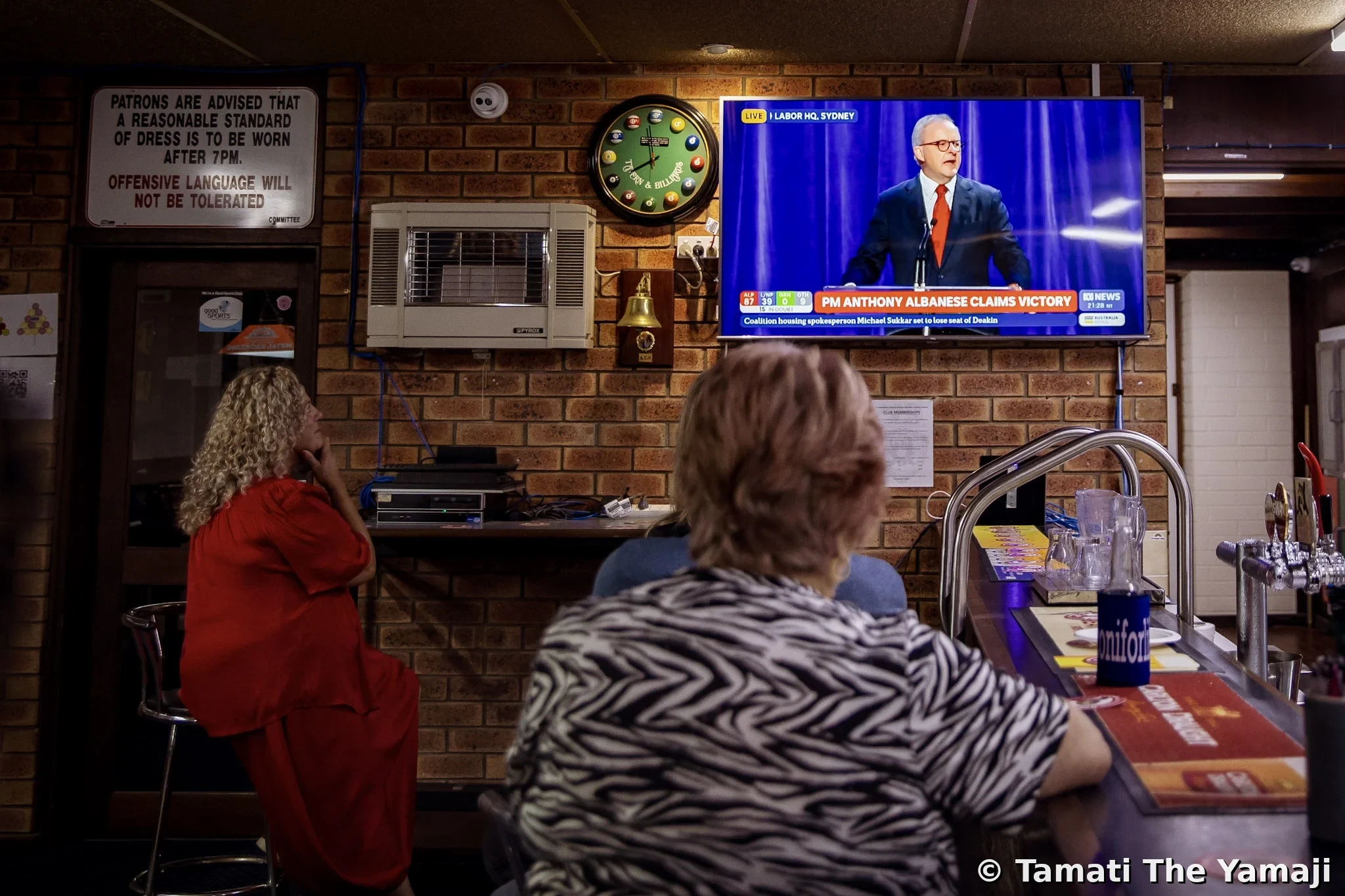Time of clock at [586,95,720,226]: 7:58
